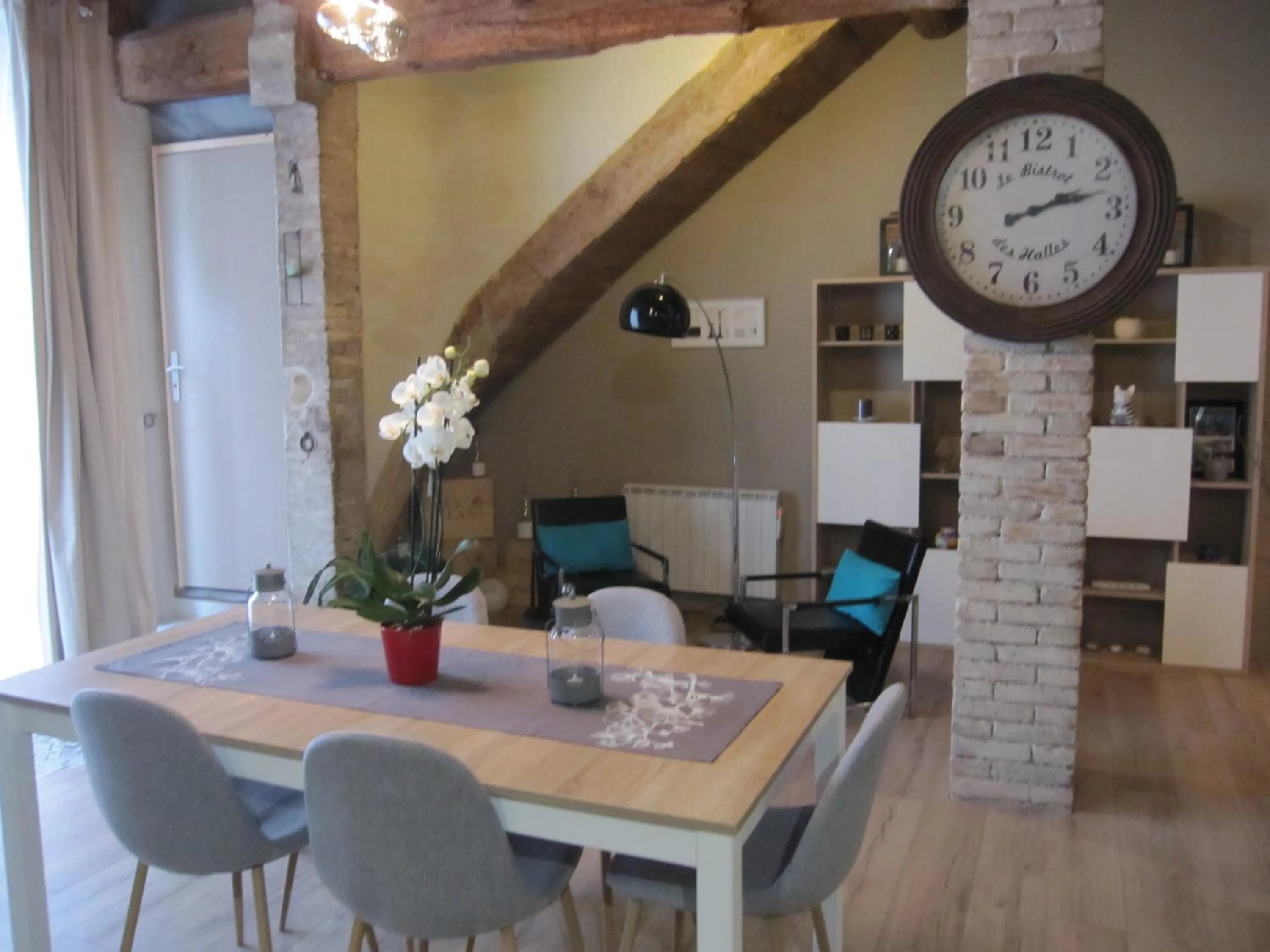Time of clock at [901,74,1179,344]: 2:12
